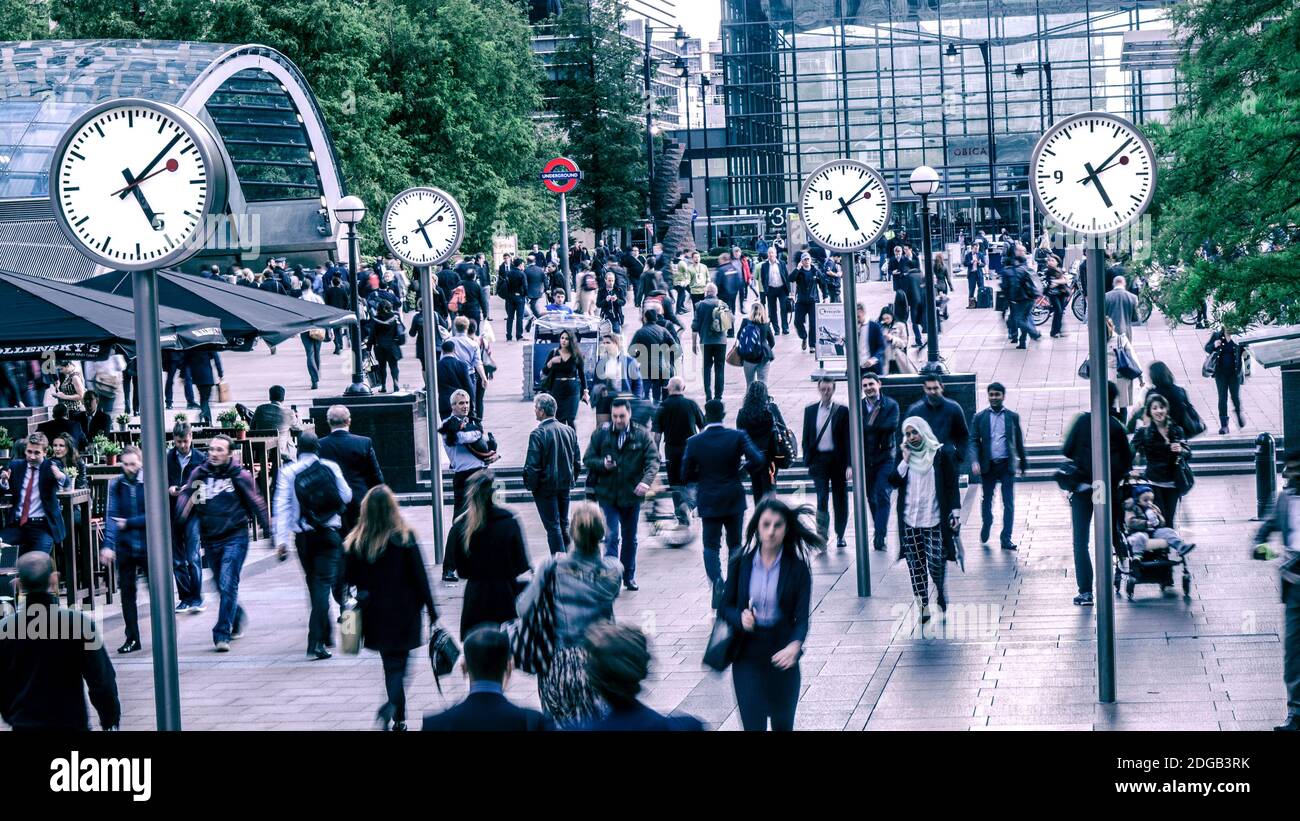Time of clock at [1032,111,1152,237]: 5:08
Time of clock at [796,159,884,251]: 5:08
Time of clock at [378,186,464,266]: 5:08
